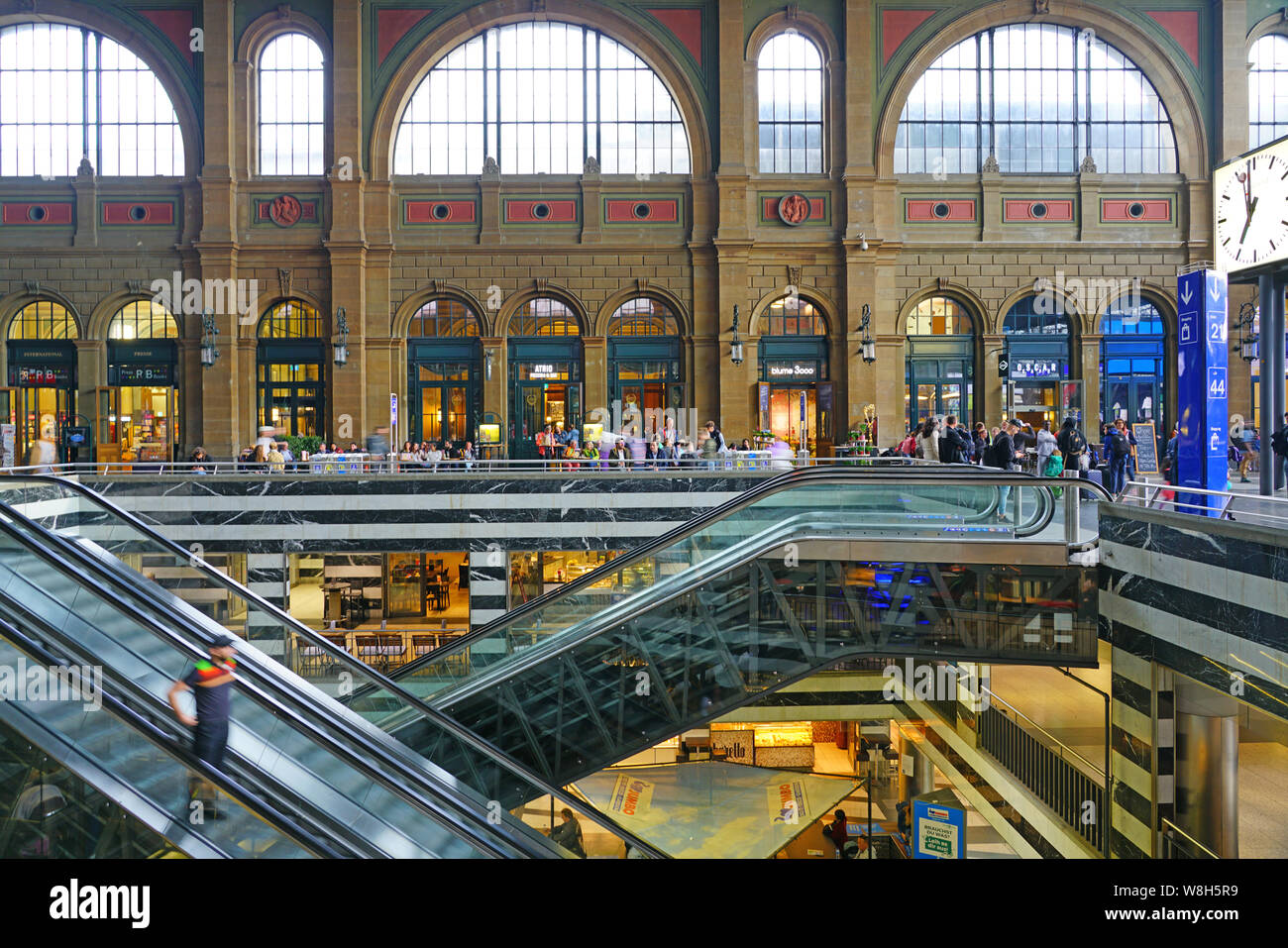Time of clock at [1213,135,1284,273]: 6:58
